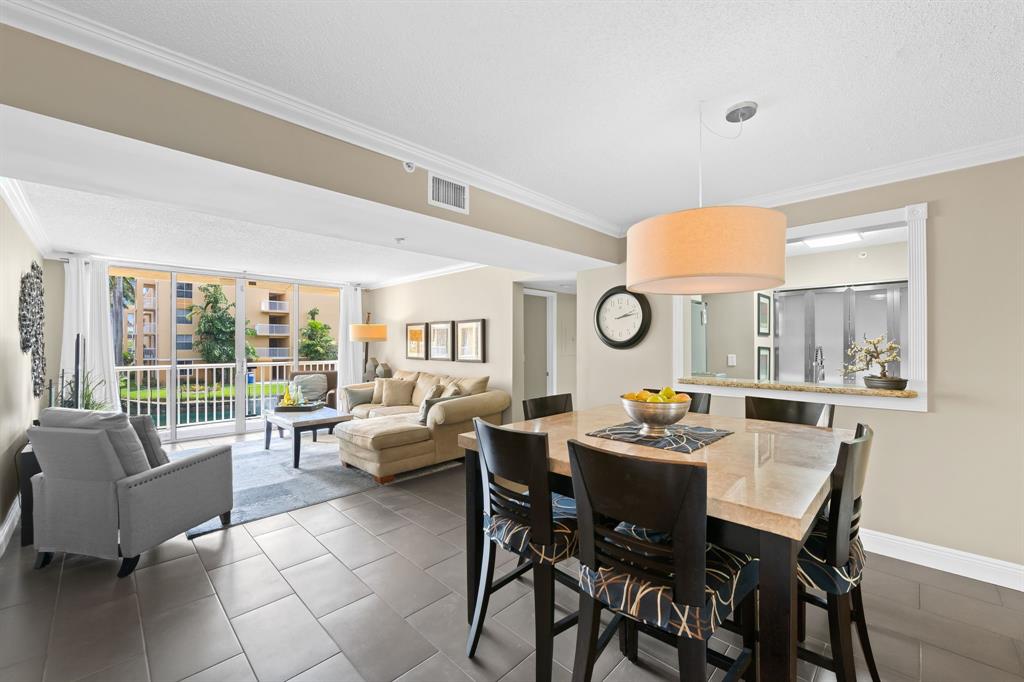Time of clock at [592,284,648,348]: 2:13
